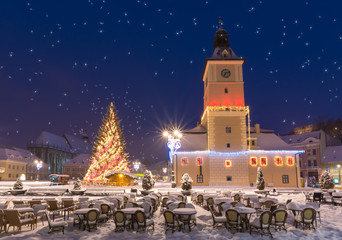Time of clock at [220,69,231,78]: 7:12
